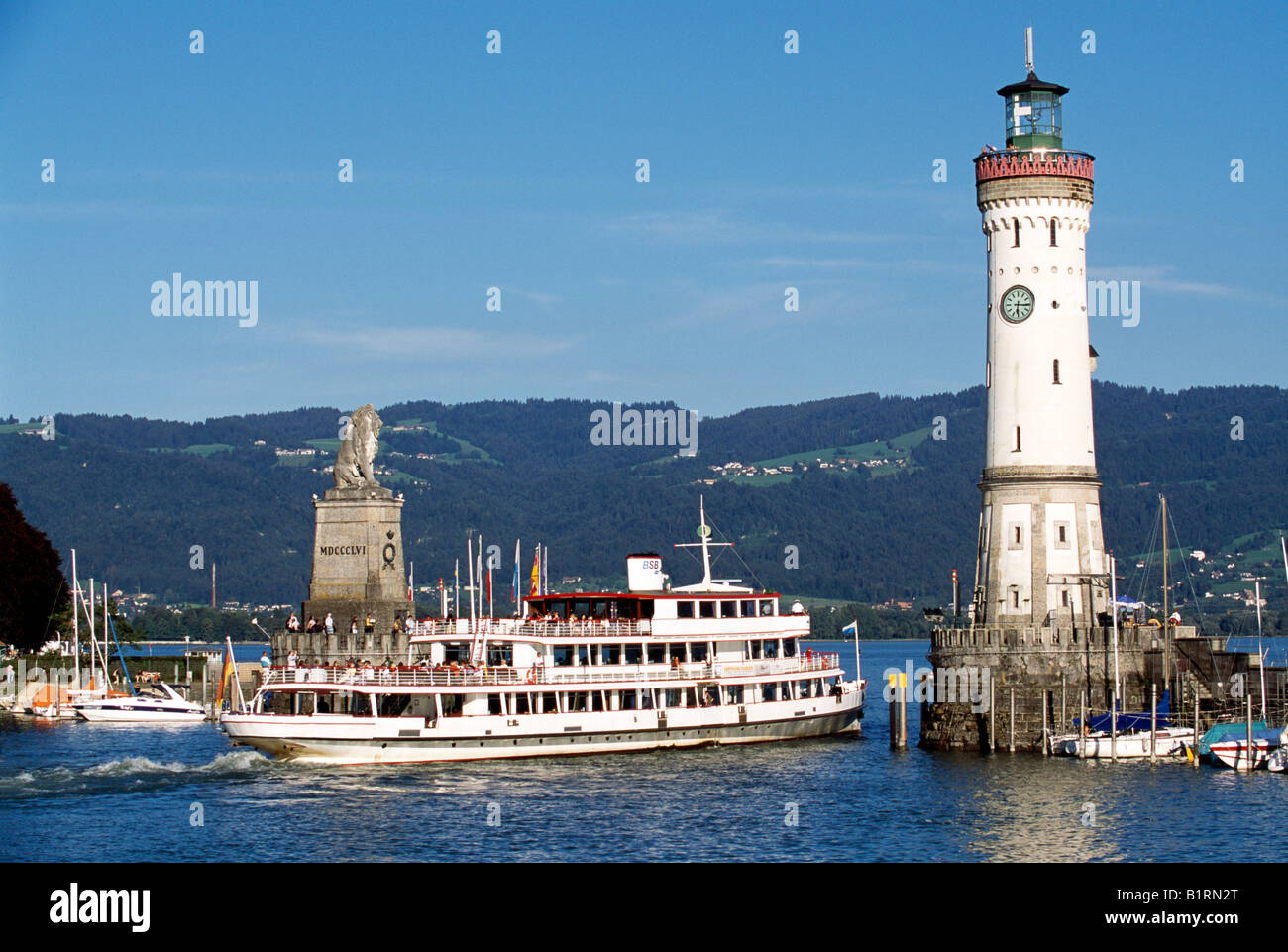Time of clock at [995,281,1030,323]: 6:15
